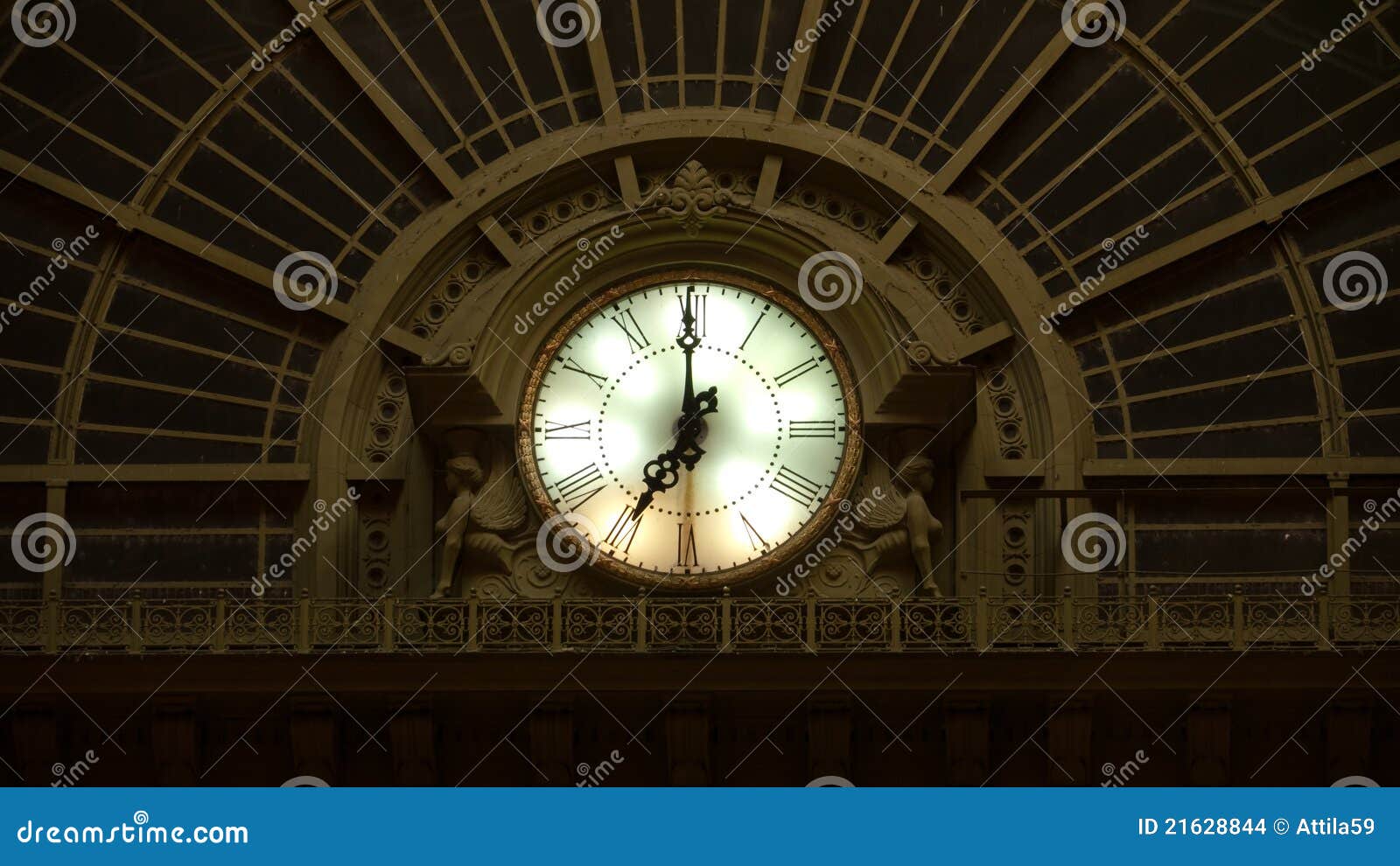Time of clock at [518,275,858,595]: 7:00
